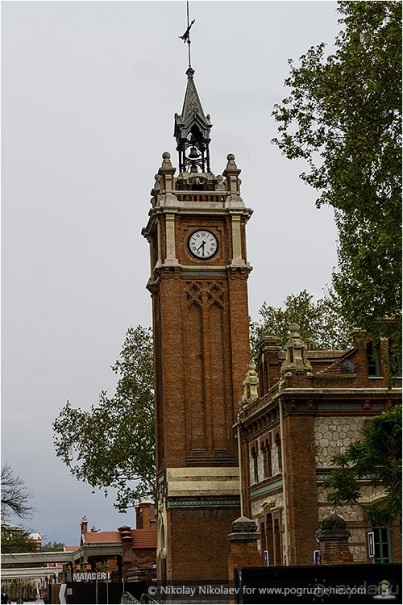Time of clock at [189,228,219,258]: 7:29
